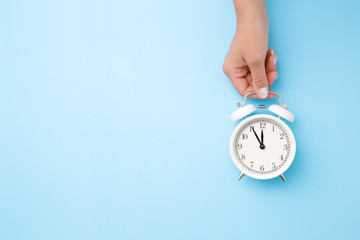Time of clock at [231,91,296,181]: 11:55
